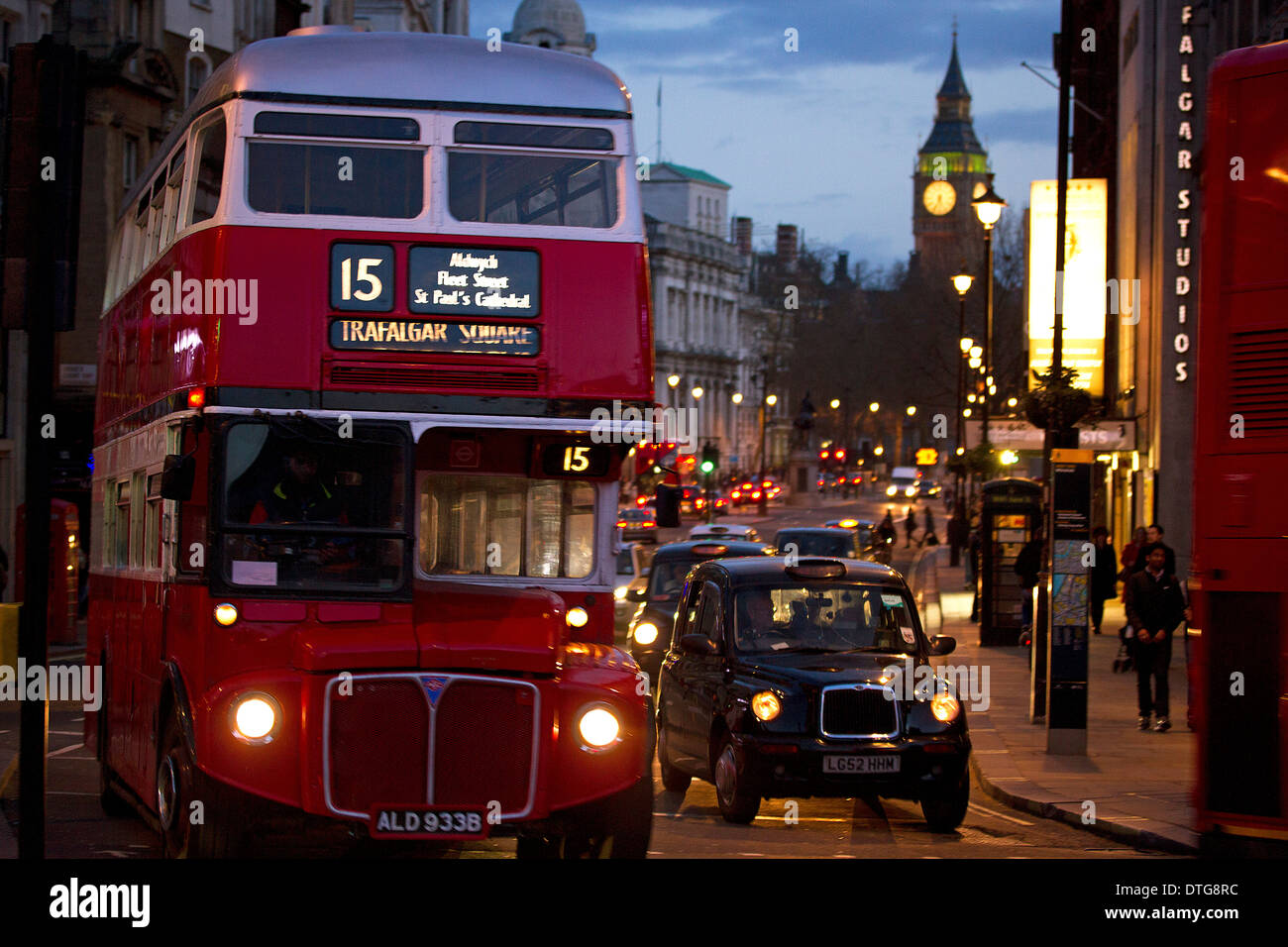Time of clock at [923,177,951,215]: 5:33
